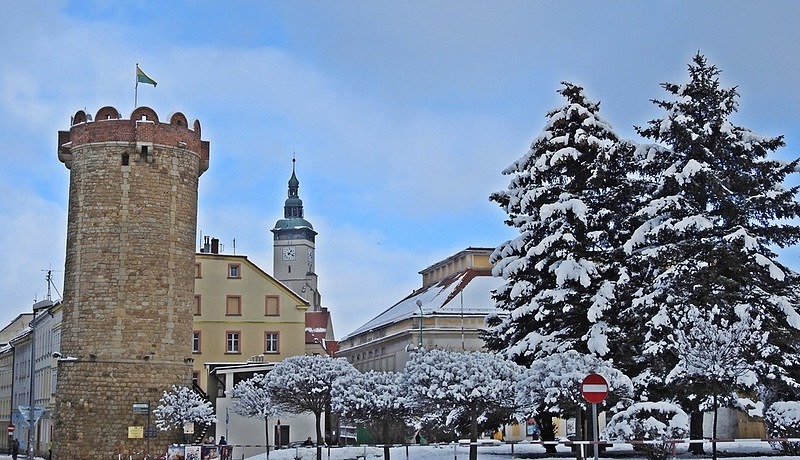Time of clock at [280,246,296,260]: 1:18
